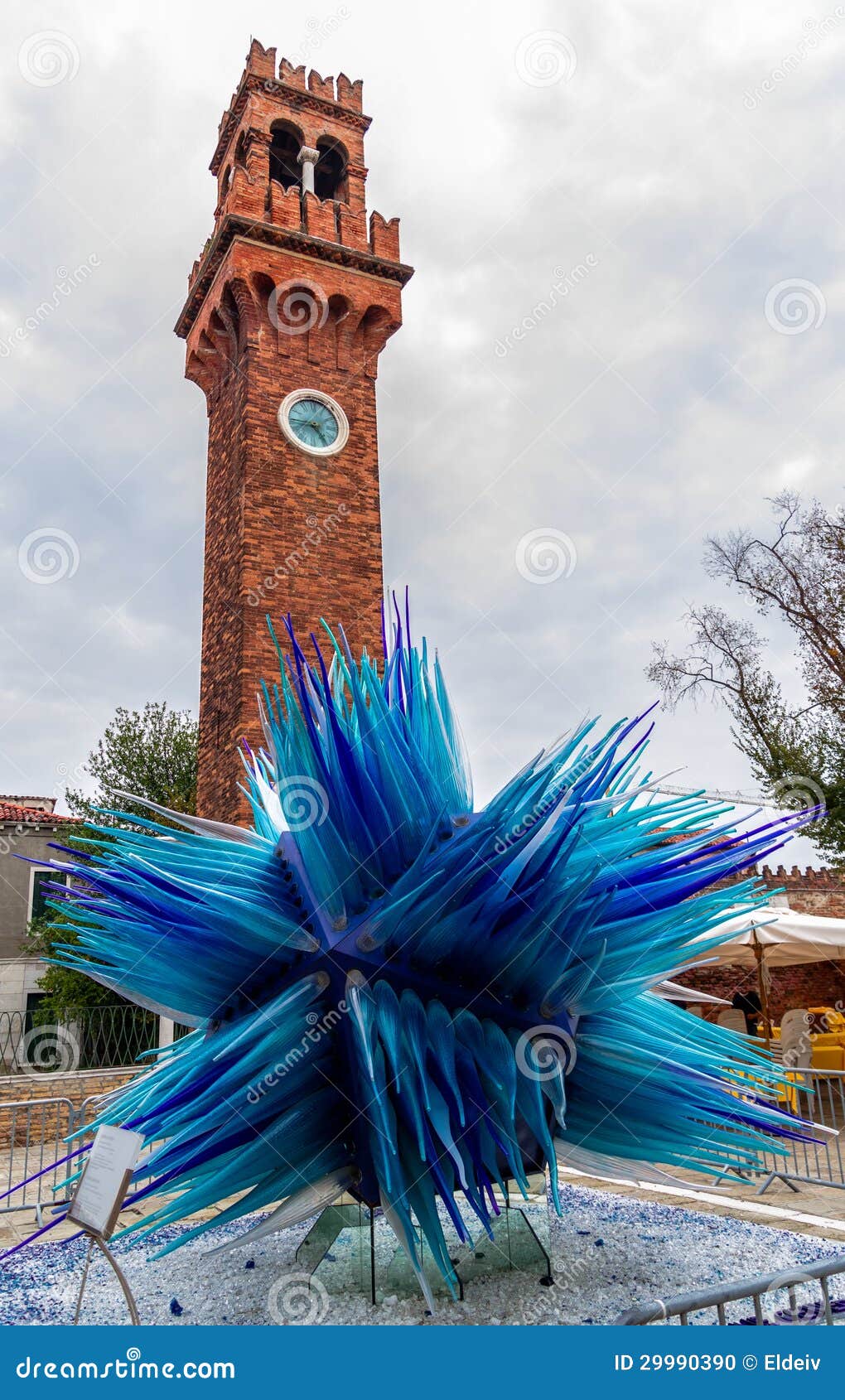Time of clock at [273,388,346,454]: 4:44
